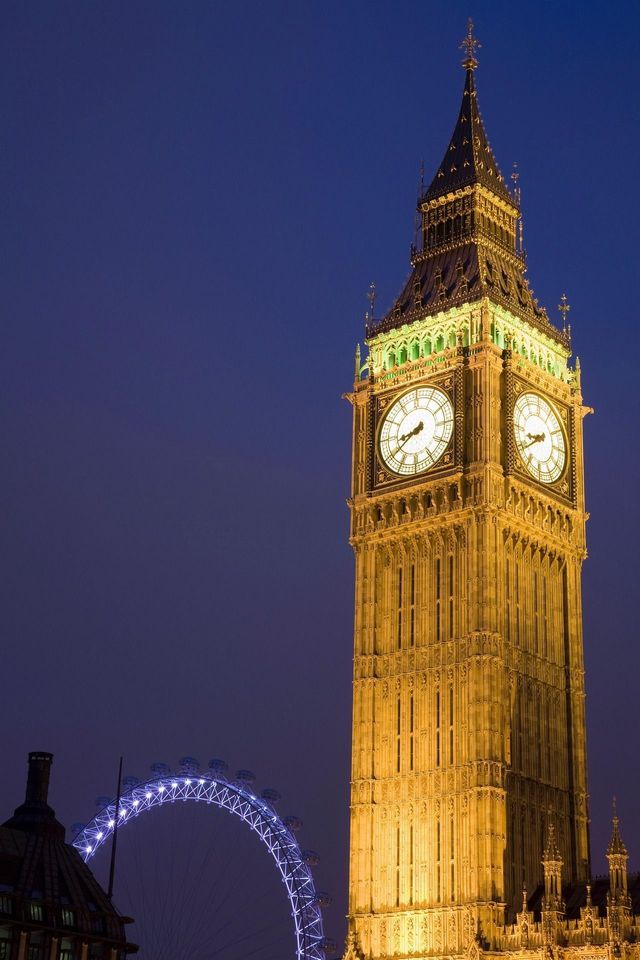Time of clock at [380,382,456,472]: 8:39
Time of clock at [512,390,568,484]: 8:39
